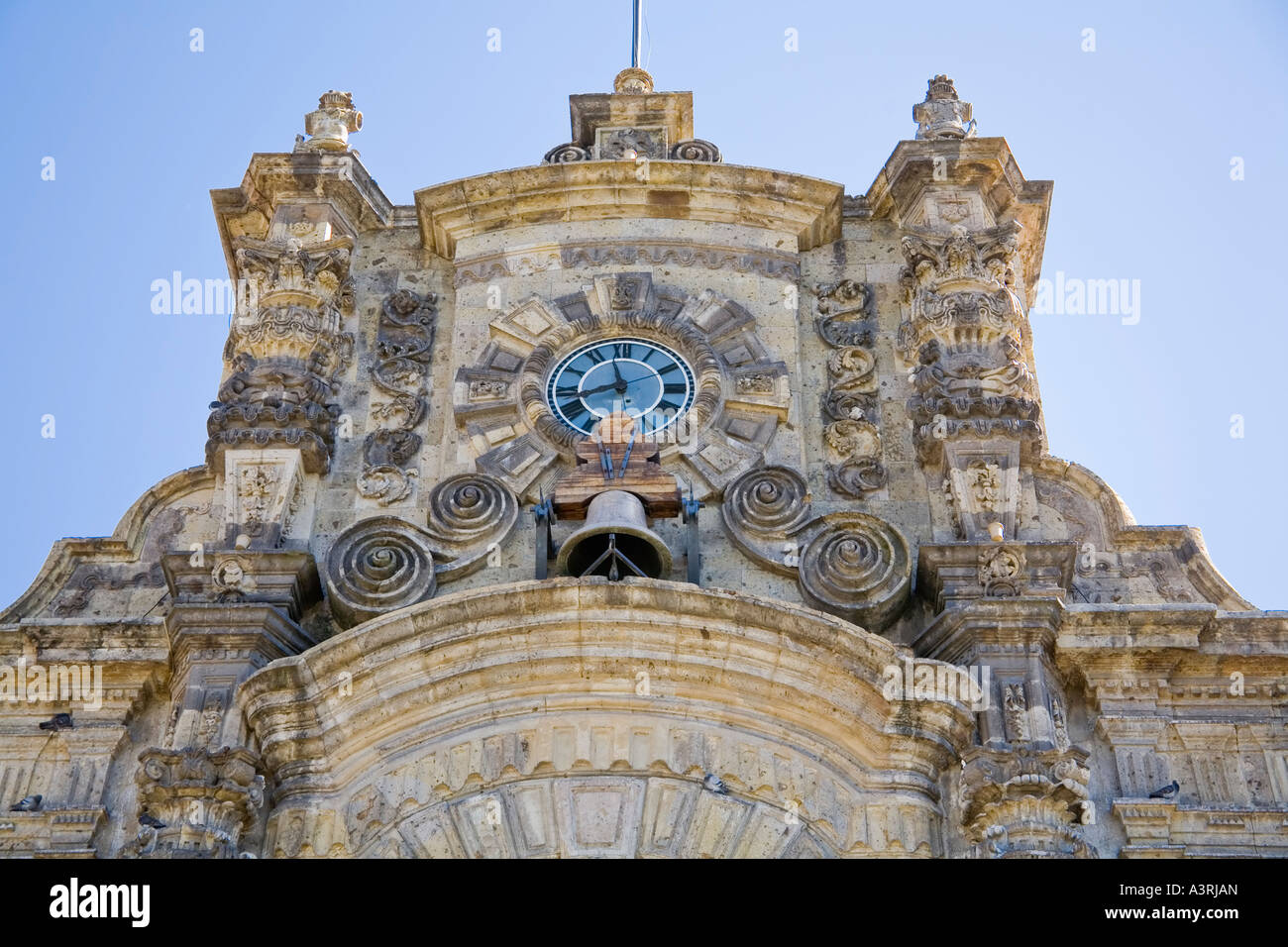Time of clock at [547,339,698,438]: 11:41
